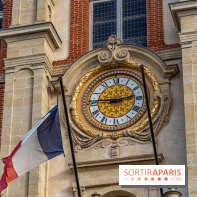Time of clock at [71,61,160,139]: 2:46
